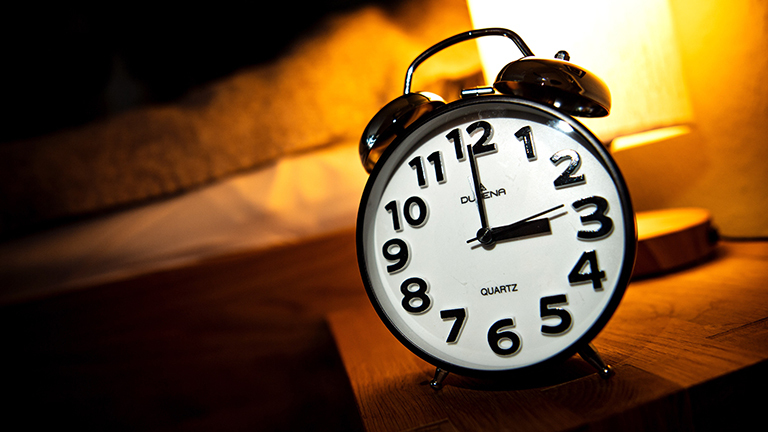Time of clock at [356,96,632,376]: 2:59
